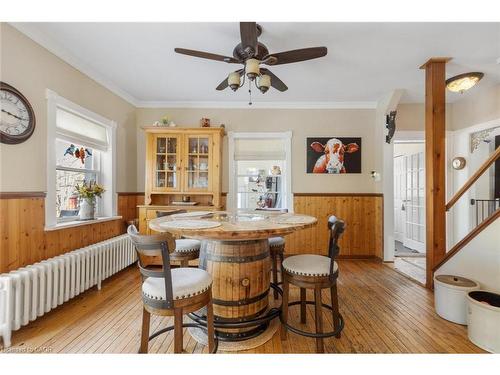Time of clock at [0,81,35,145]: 3:16
